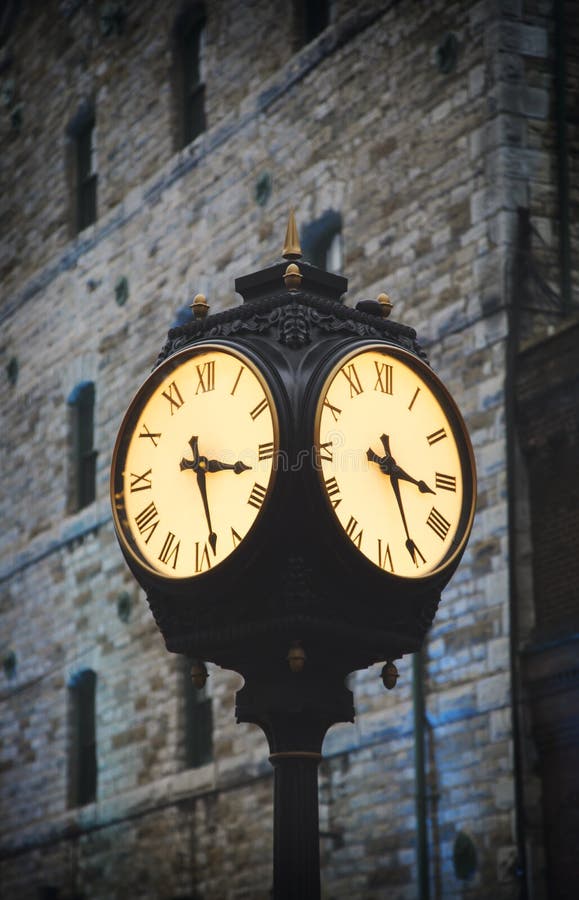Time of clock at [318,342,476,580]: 3:25
